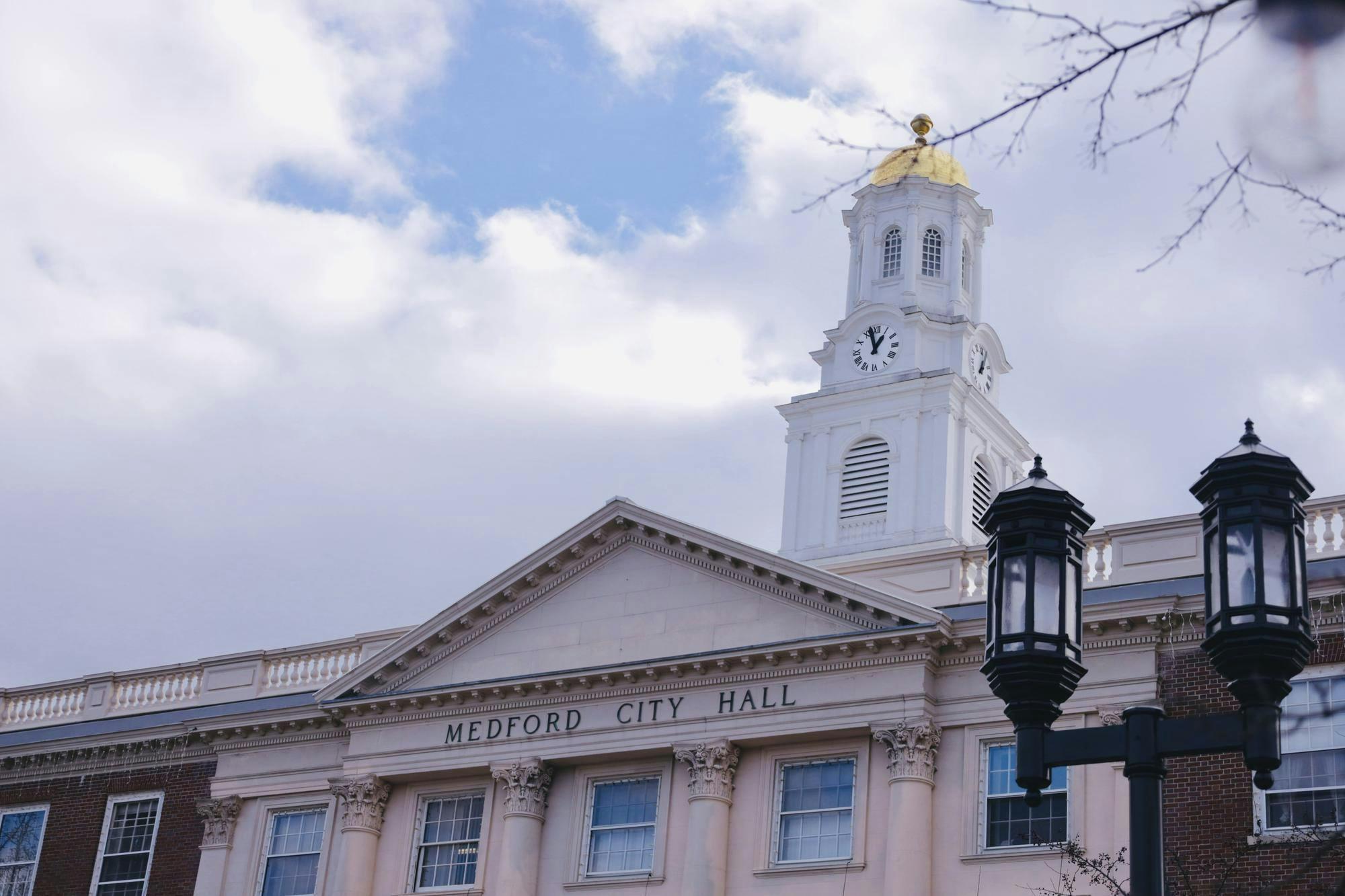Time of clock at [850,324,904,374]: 12:57
